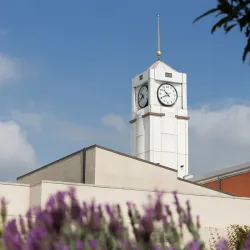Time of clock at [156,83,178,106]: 10:41
